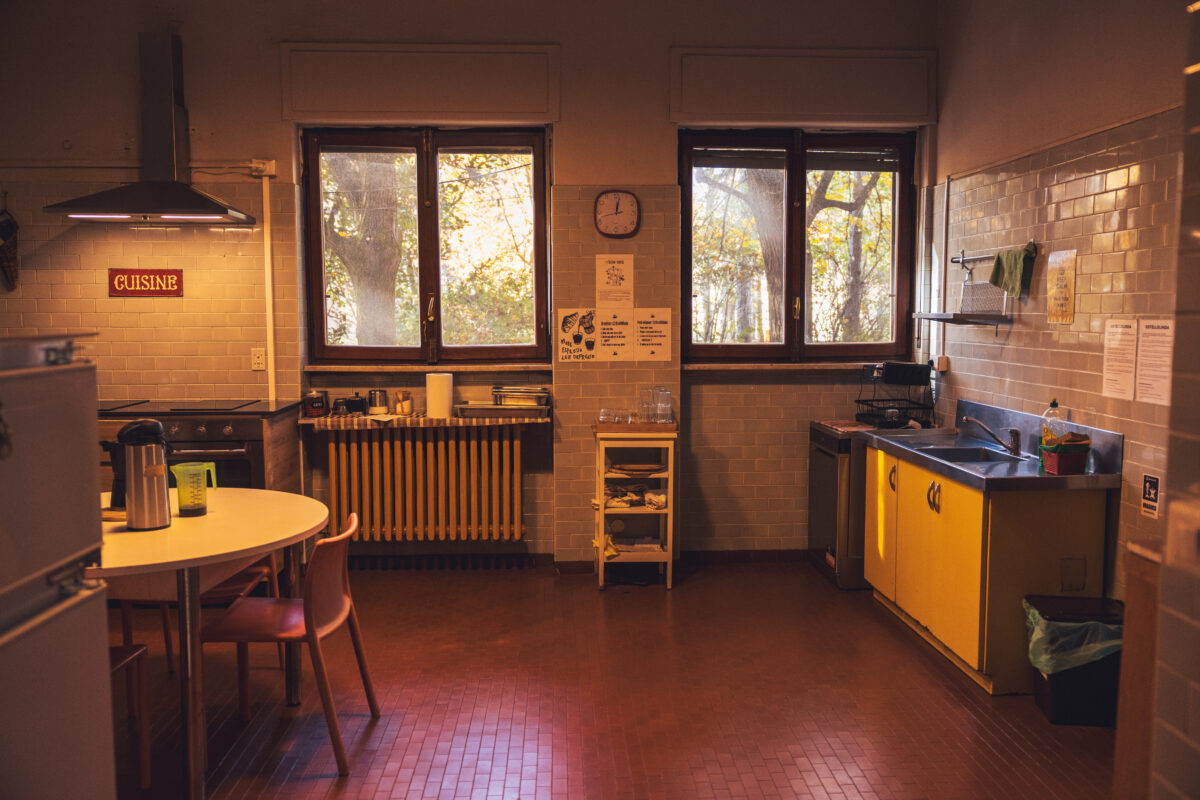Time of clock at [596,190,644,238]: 12:01
